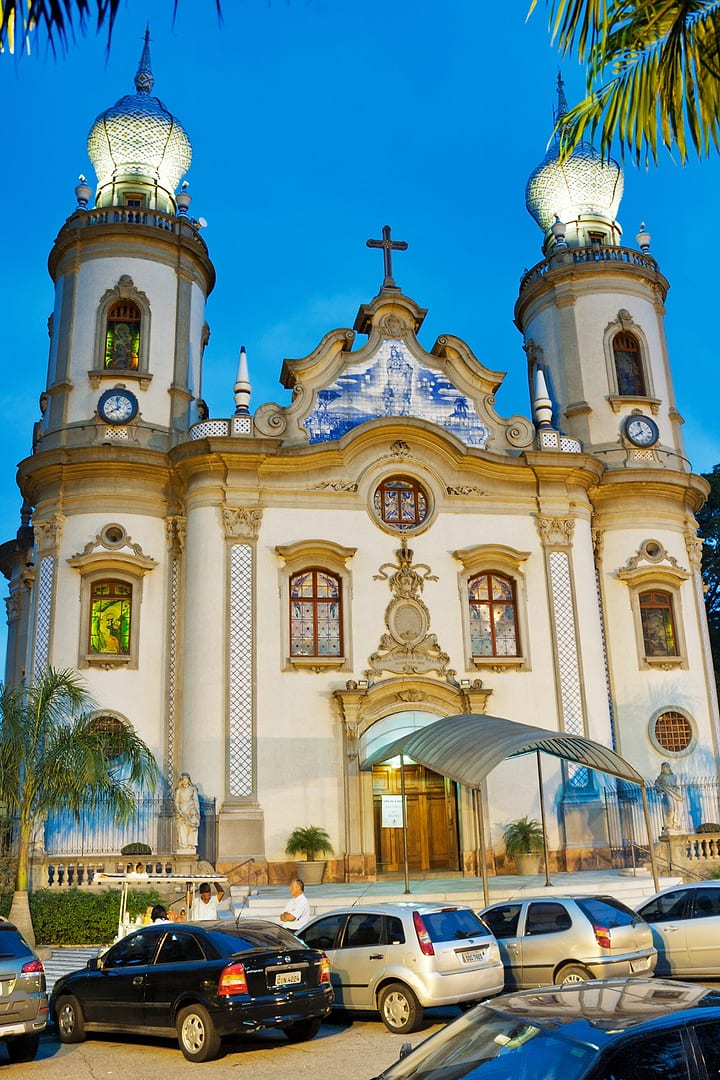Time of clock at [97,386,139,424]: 7:59
